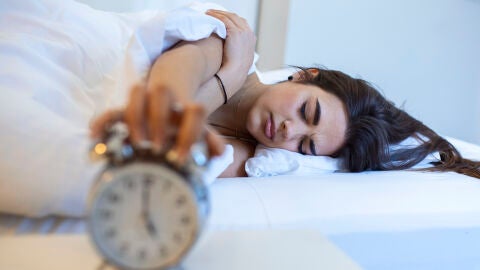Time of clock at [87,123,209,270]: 4:59
